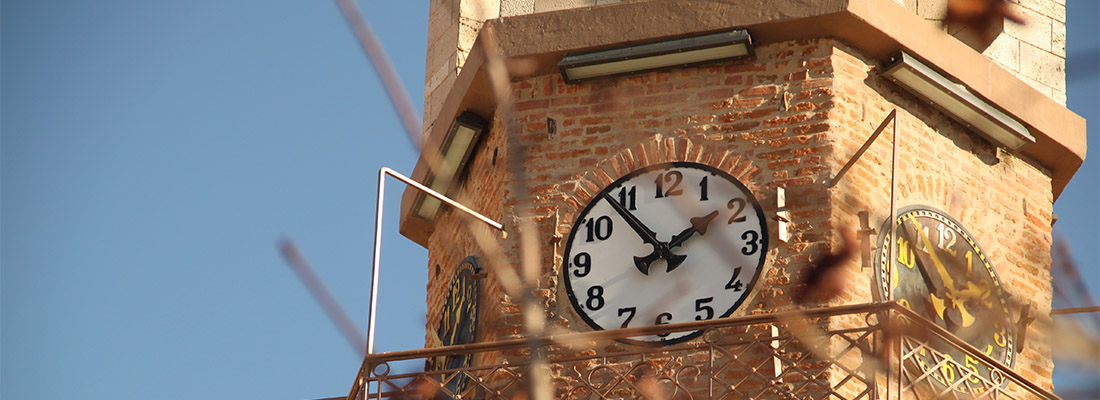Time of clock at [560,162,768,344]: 1:53
